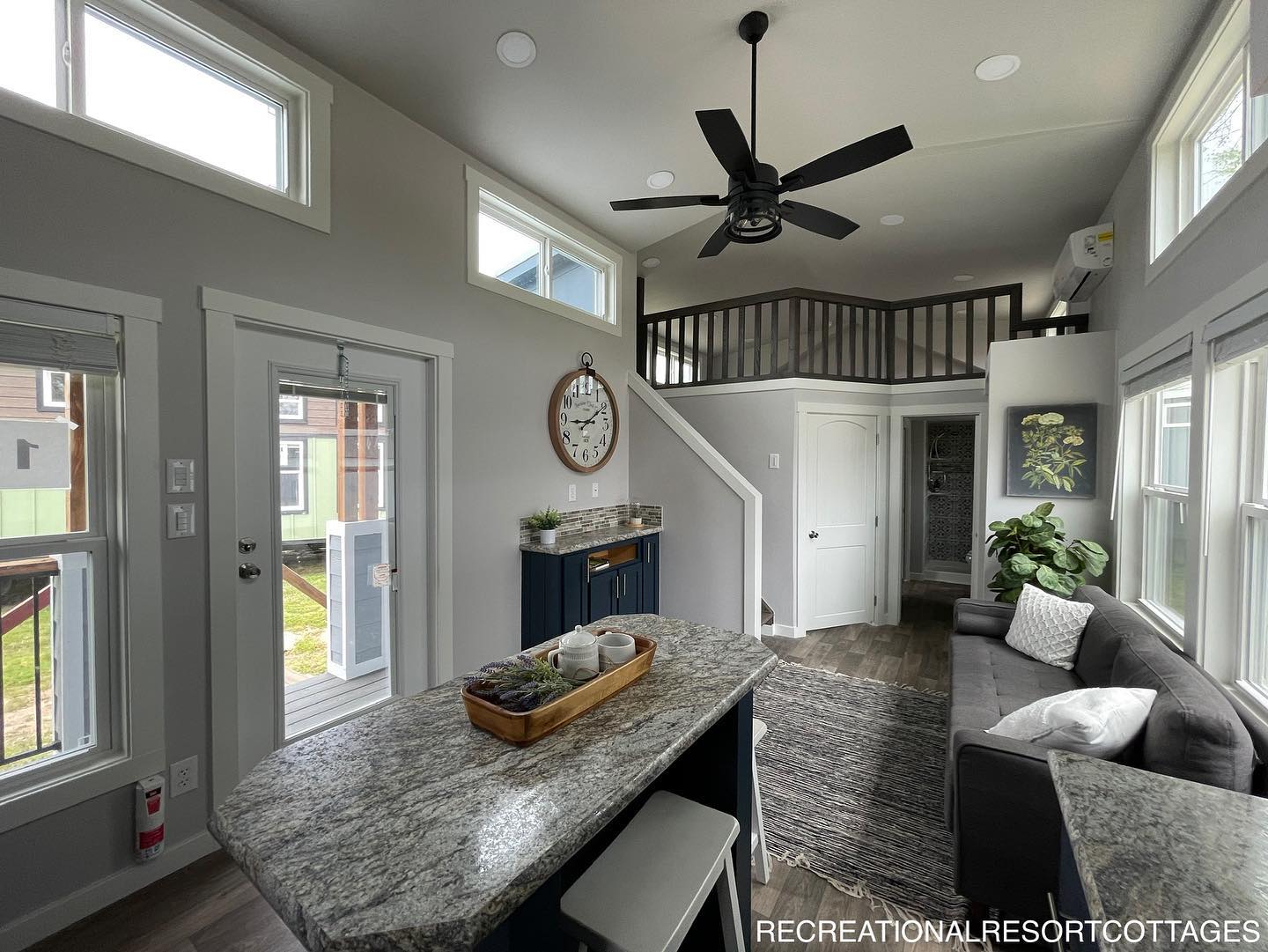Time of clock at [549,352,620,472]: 9:09
